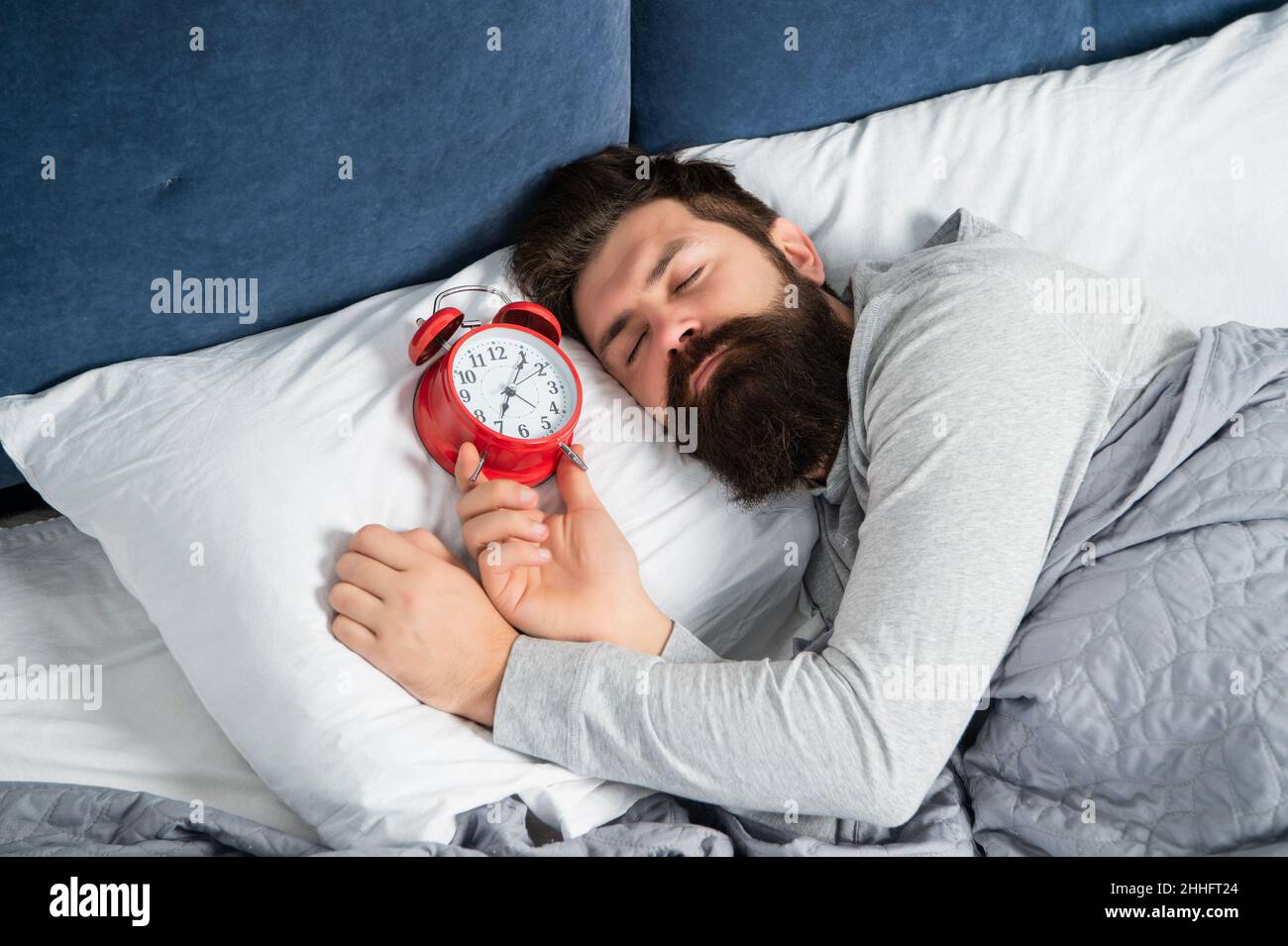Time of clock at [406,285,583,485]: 7:06
